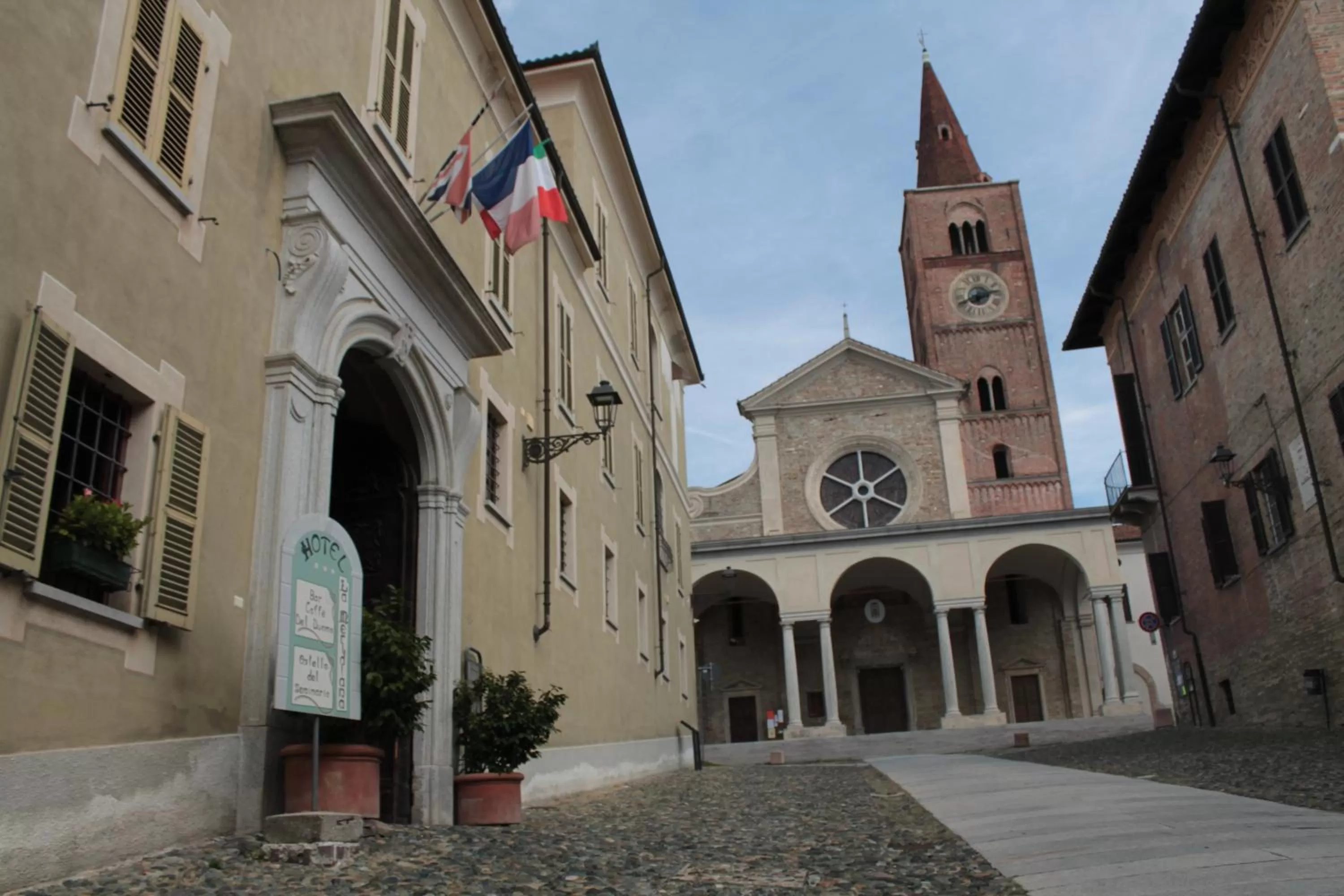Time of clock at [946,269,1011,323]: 2:40
